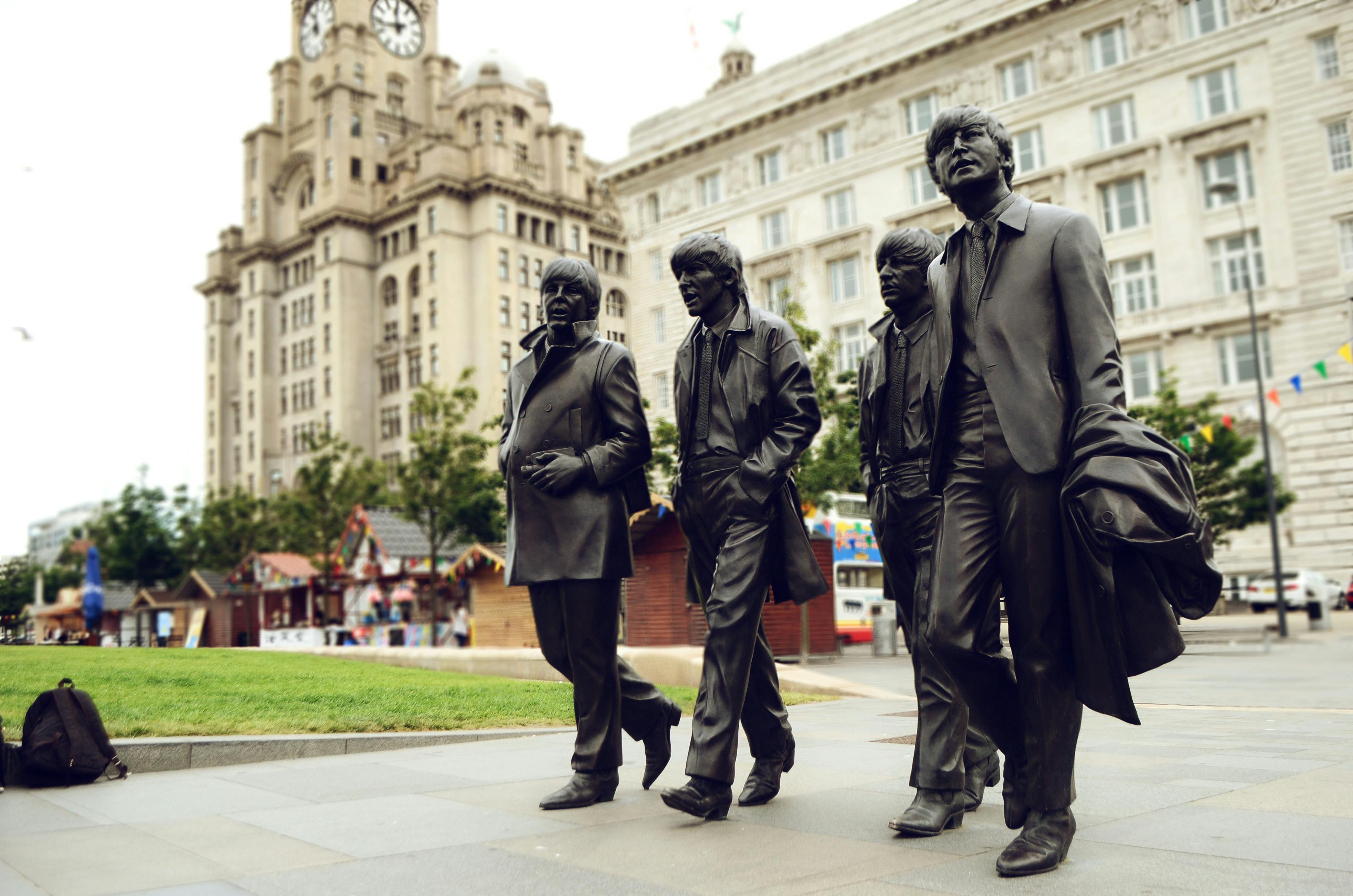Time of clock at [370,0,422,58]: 11:42
